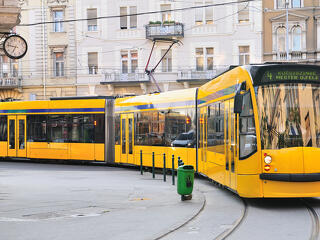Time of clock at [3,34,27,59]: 6:46
